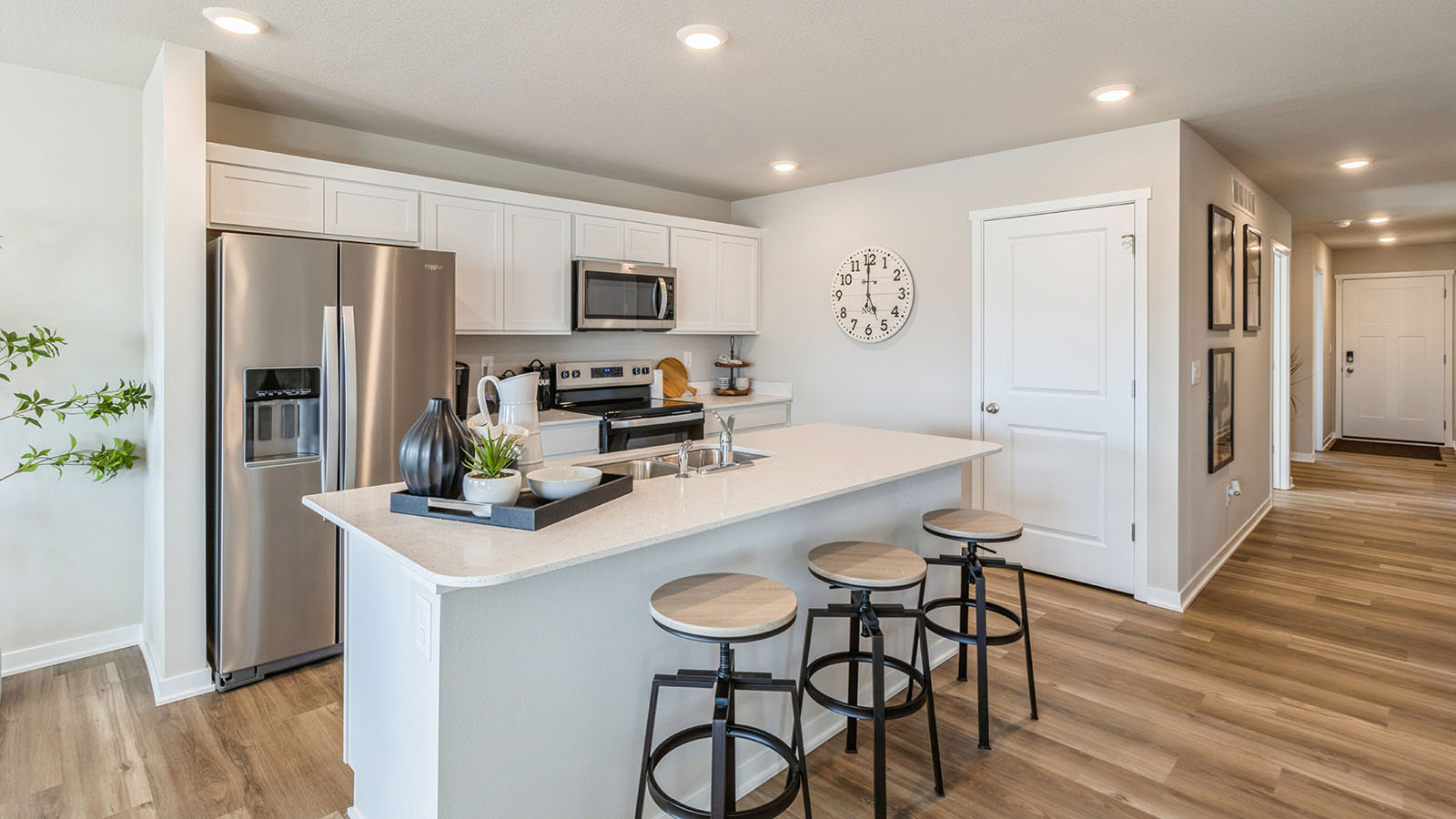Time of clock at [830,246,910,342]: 4:59
